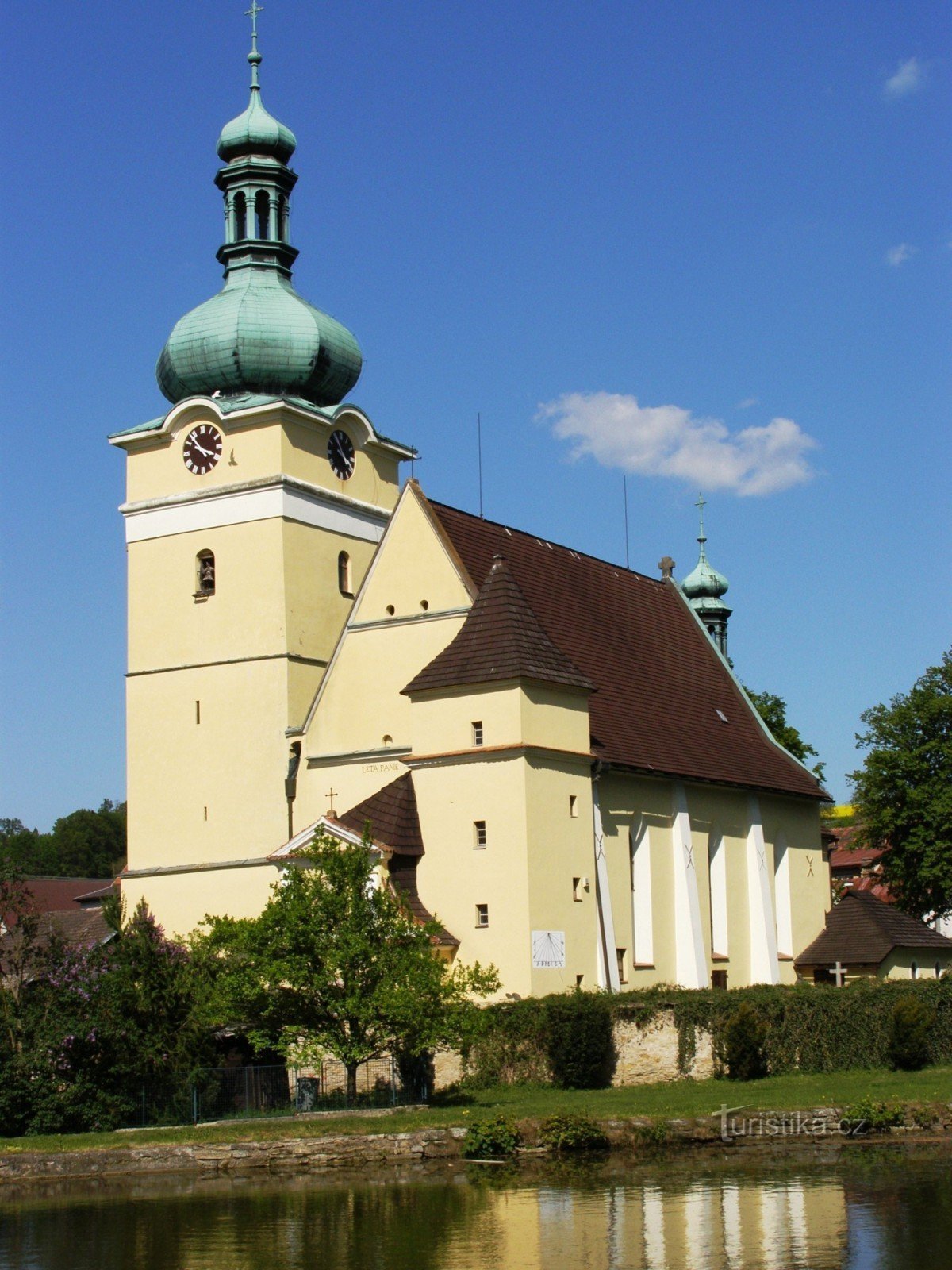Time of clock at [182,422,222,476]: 3:53
